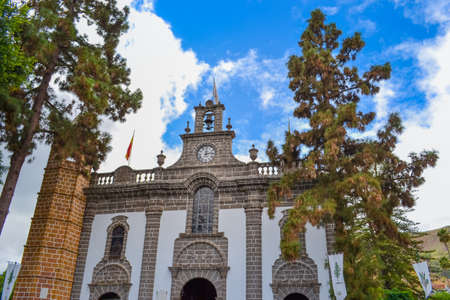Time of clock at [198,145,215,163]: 12:13
